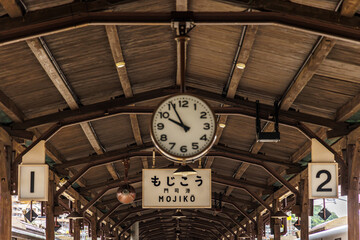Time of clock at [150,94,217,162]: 9:55
